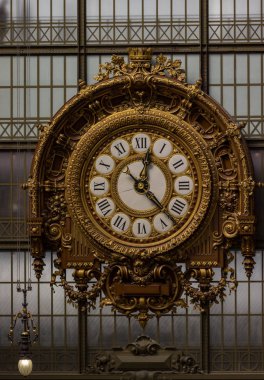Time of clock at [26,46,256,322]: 12:23
